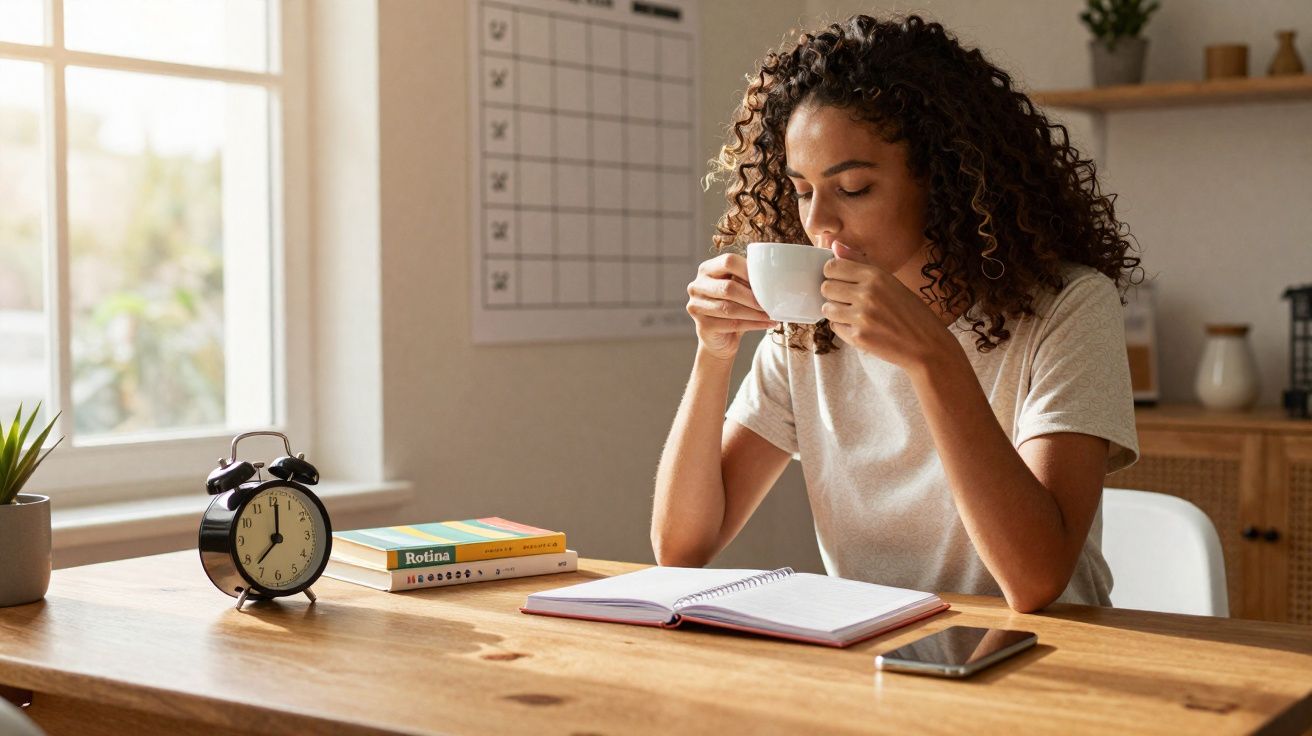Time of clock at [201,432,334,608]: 7:01
